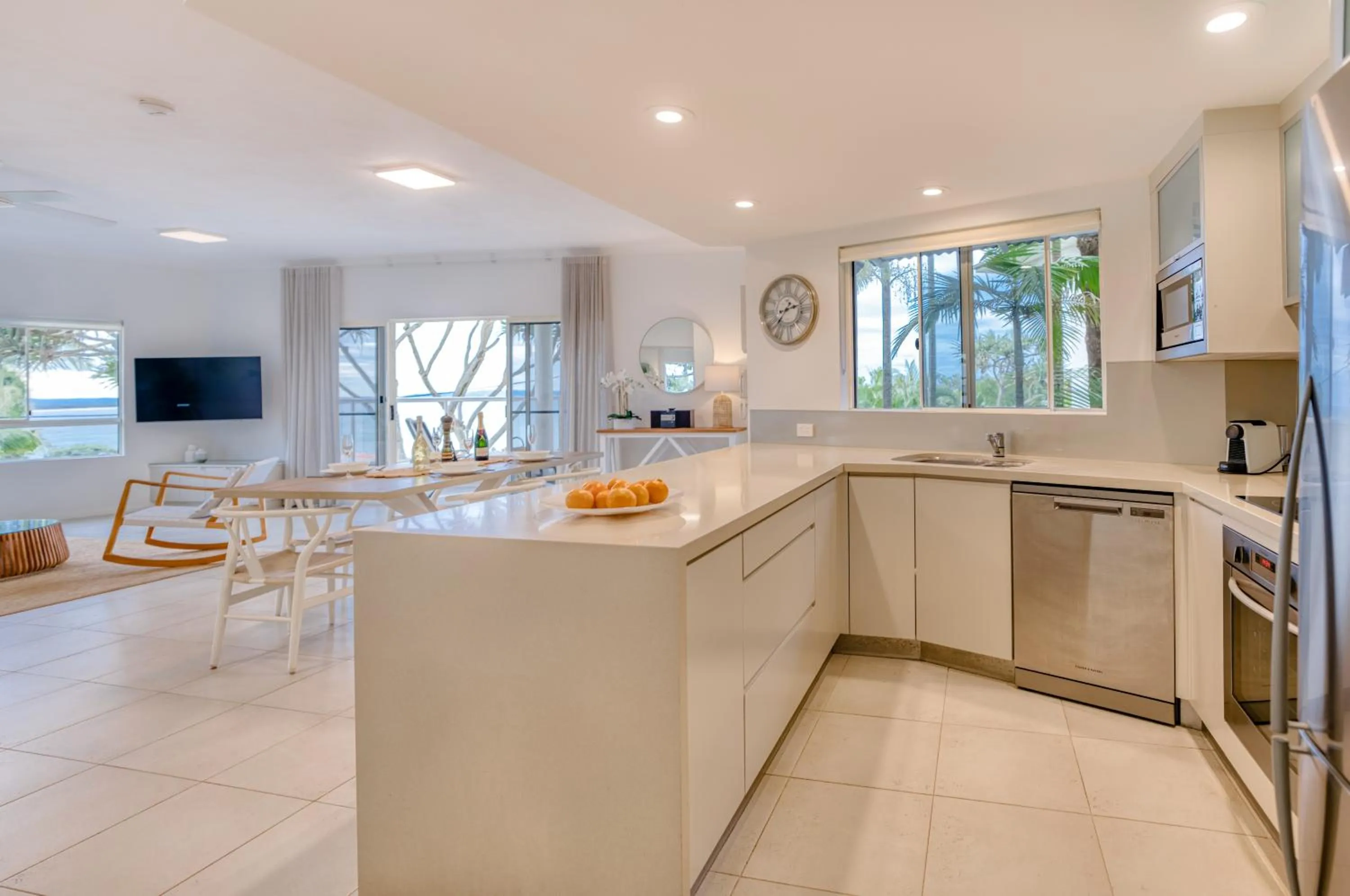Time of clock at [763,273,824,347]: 2:36
